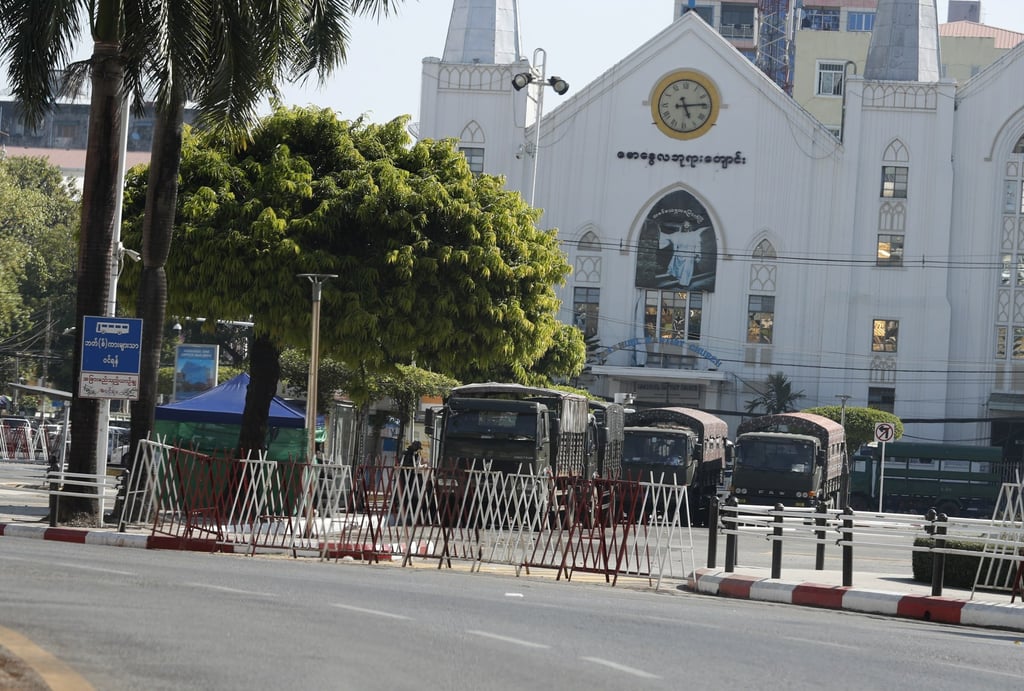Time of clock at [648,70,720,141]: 5:14
